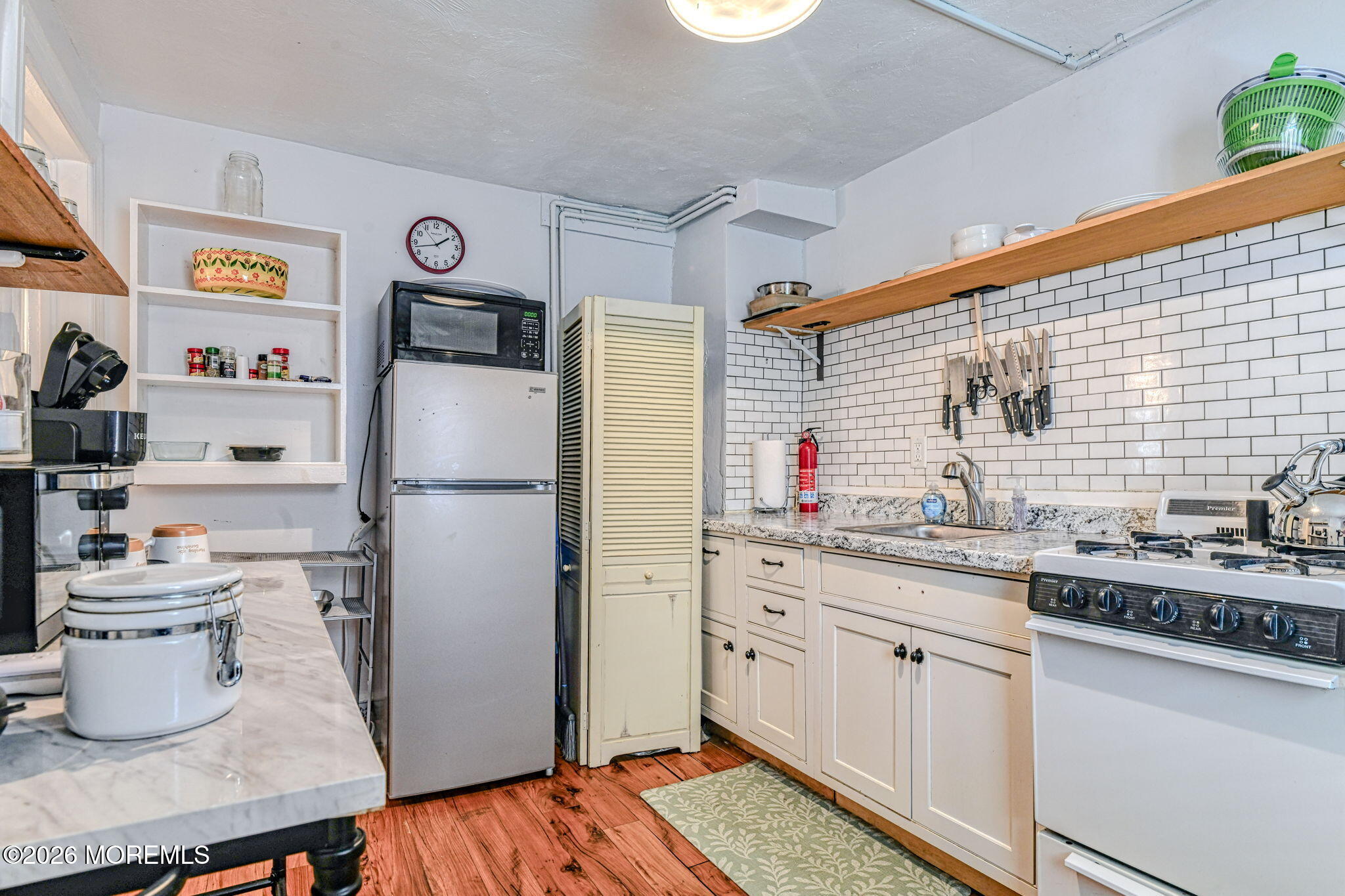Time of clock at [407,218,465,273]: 1:42
